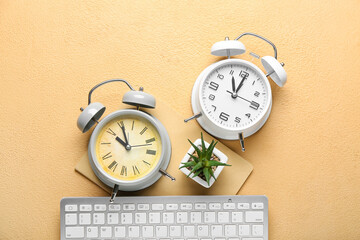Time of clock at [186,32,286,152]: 12:06
